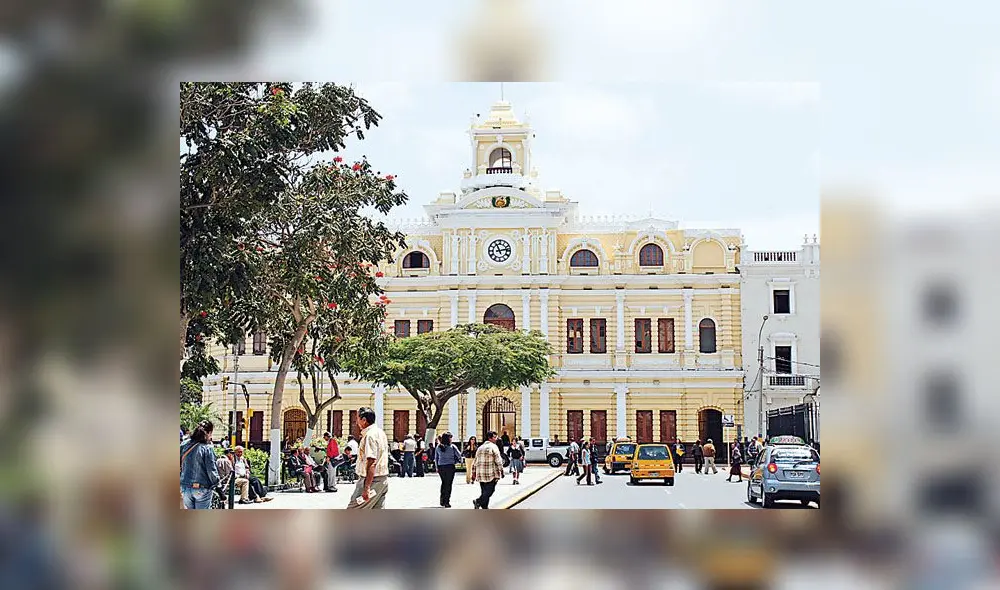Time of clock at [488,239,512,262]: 11:13
